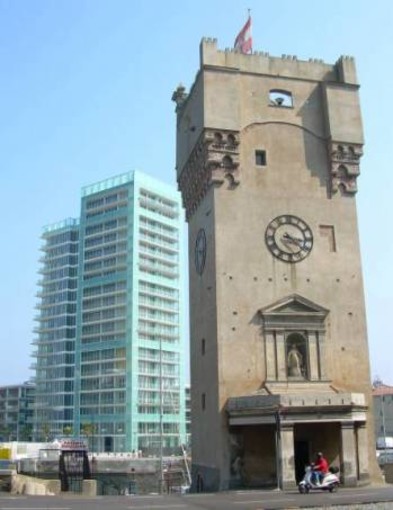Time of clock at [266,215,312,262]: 4:16
